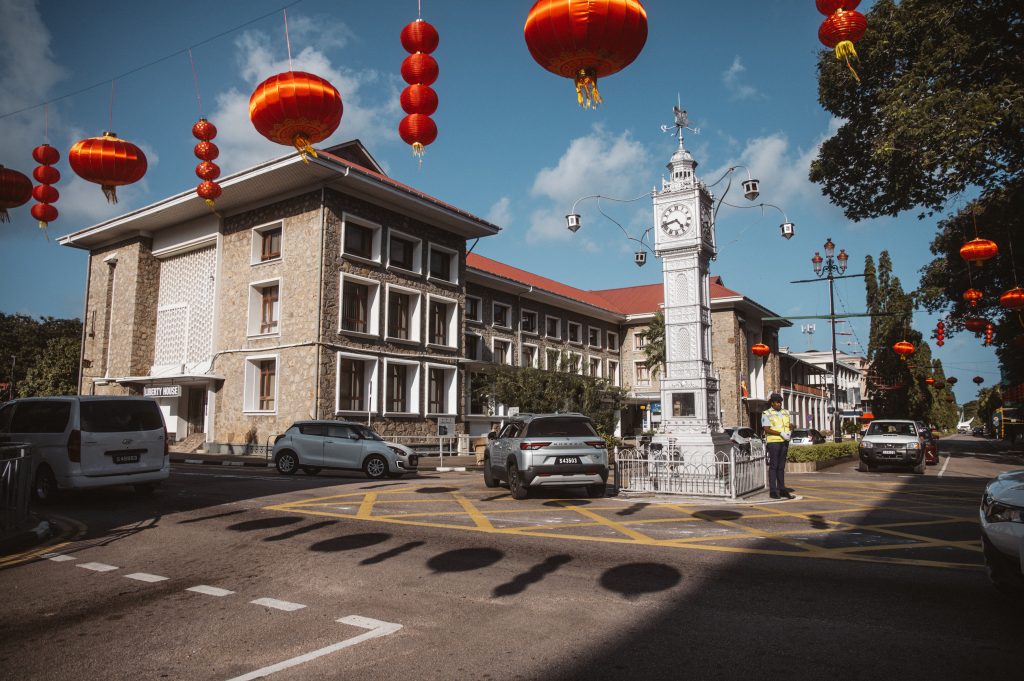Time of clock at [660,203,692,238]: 4:42
